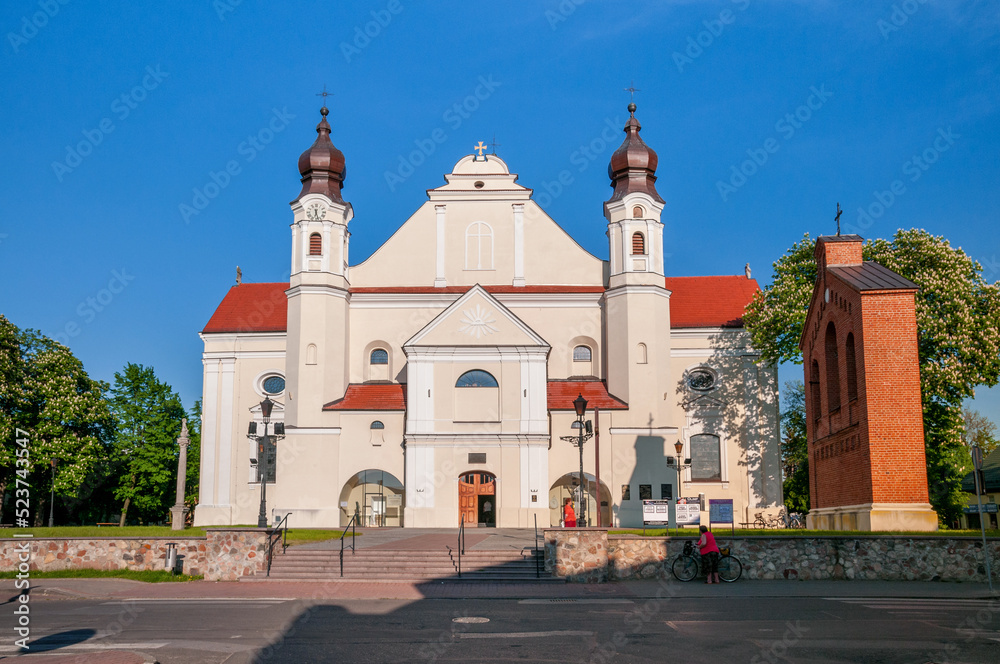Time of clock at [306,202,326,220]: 6:27
